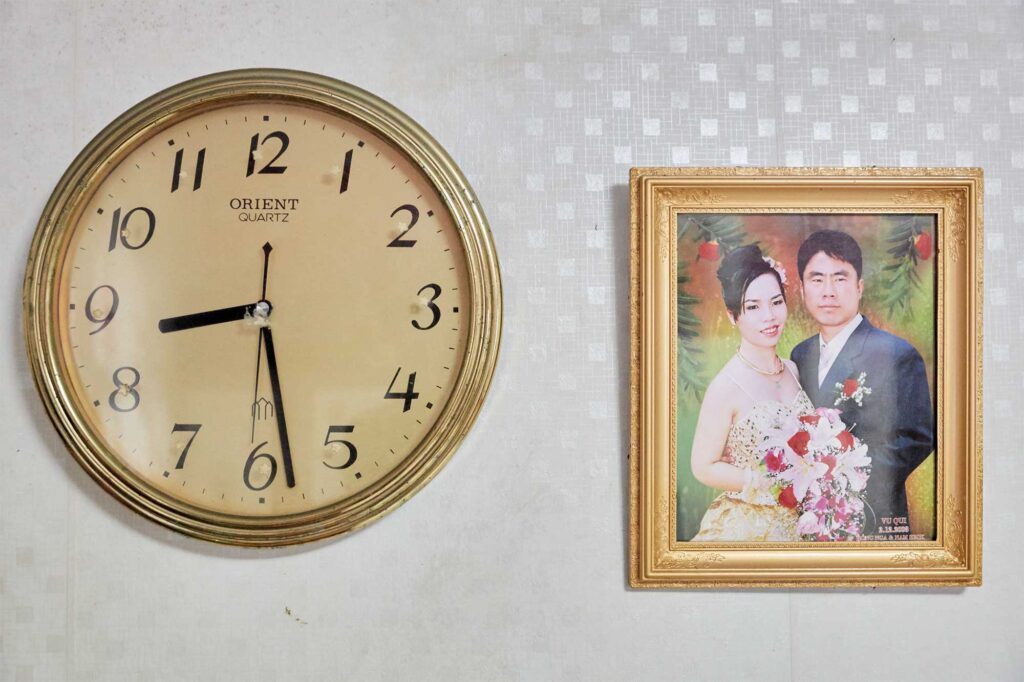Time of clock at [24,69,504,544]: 8:28
